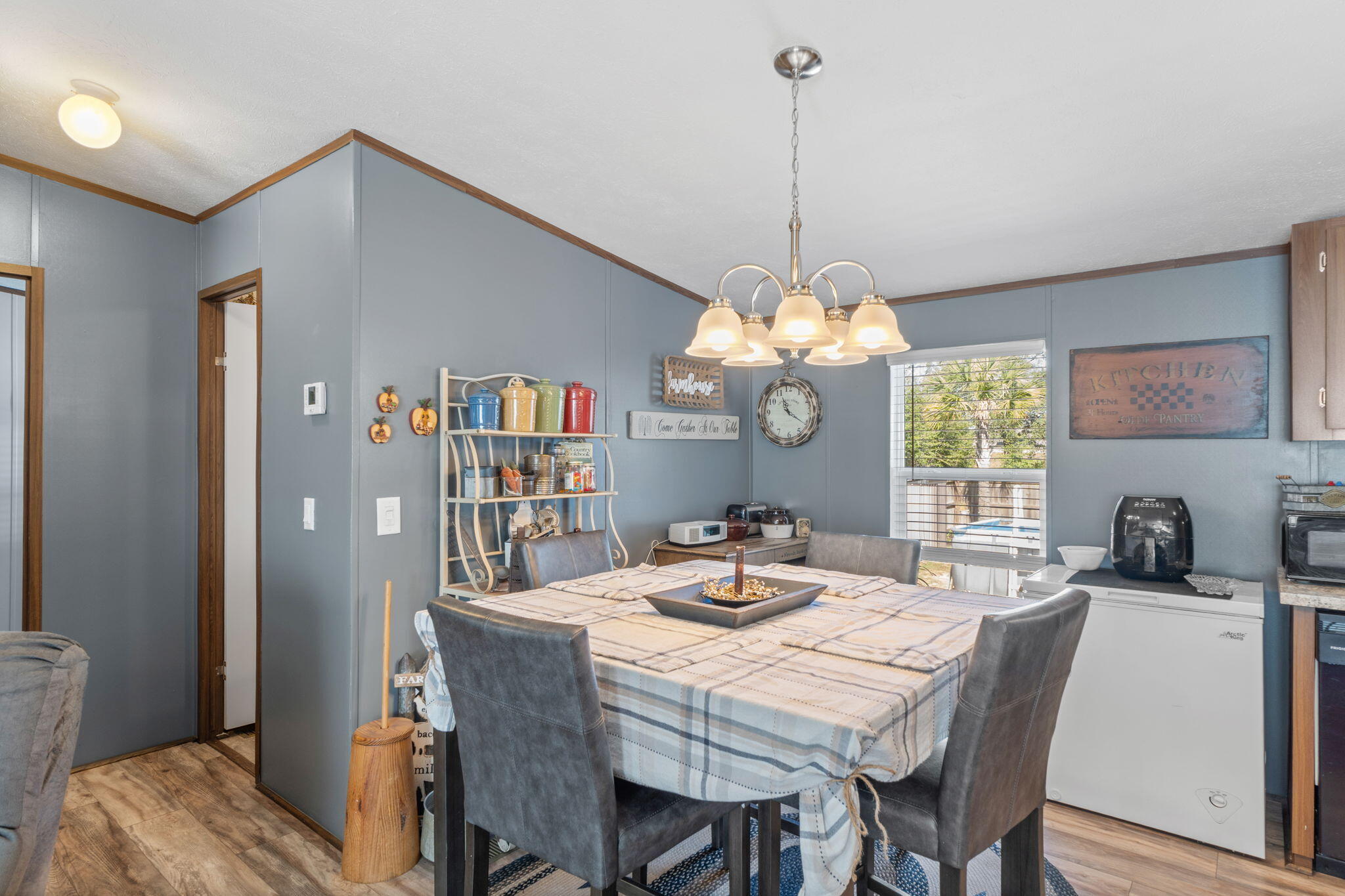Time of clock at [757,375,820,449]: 11:21
